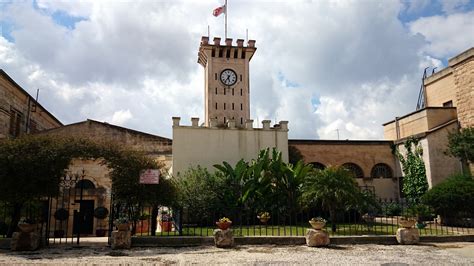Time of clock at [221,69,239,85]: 5:36
